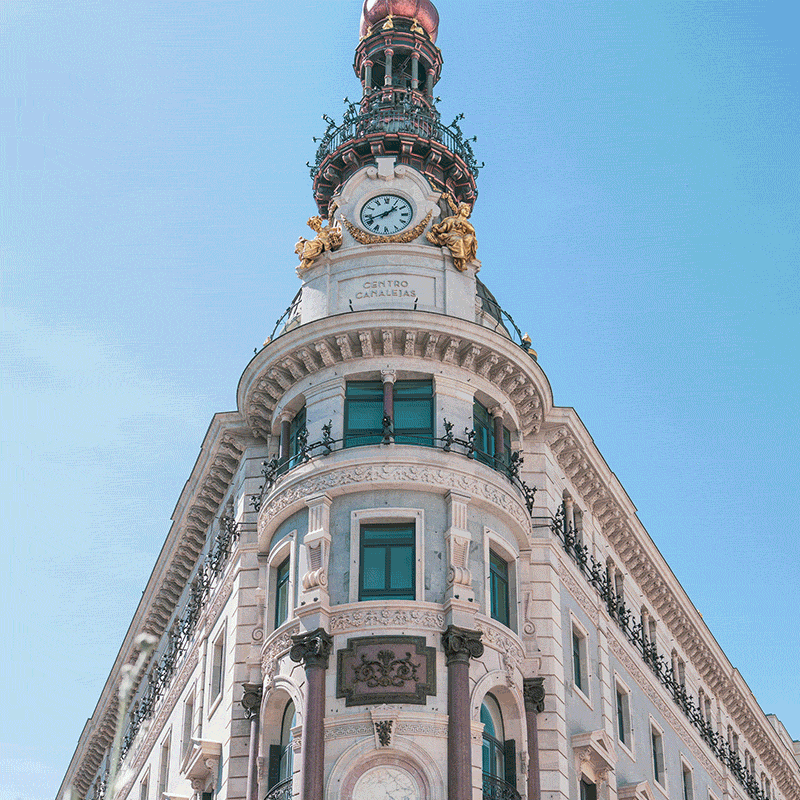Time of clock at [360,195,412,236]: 1:41
